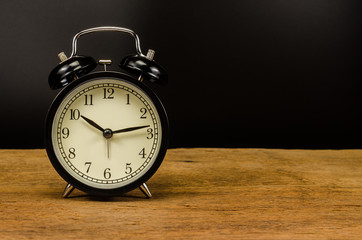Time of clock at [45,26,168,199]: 10:13
